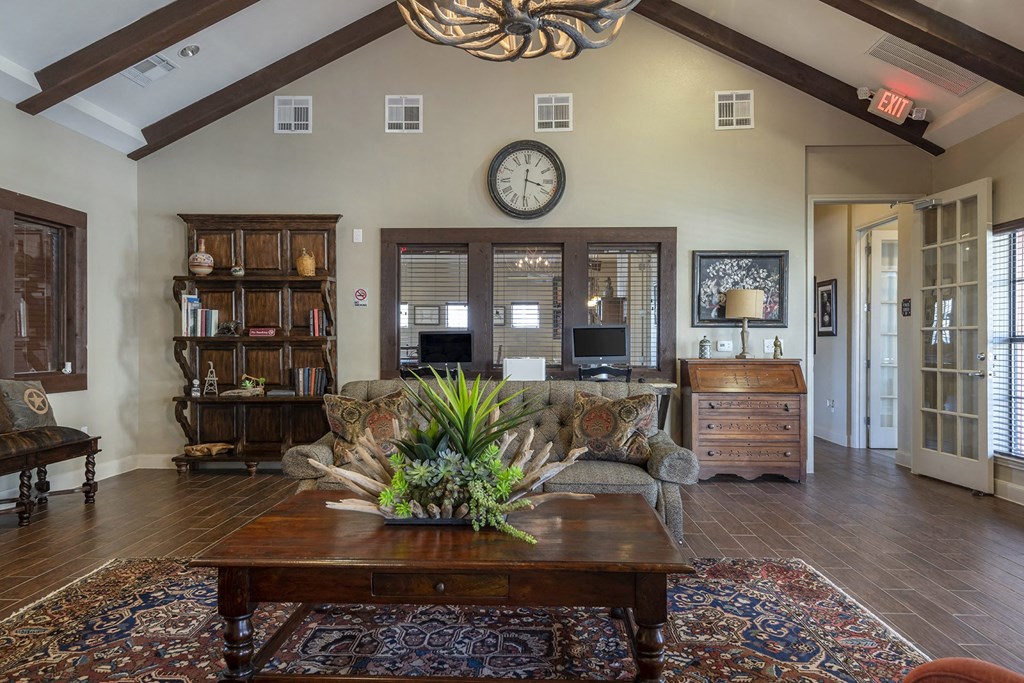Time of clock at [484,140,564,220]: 3:30
